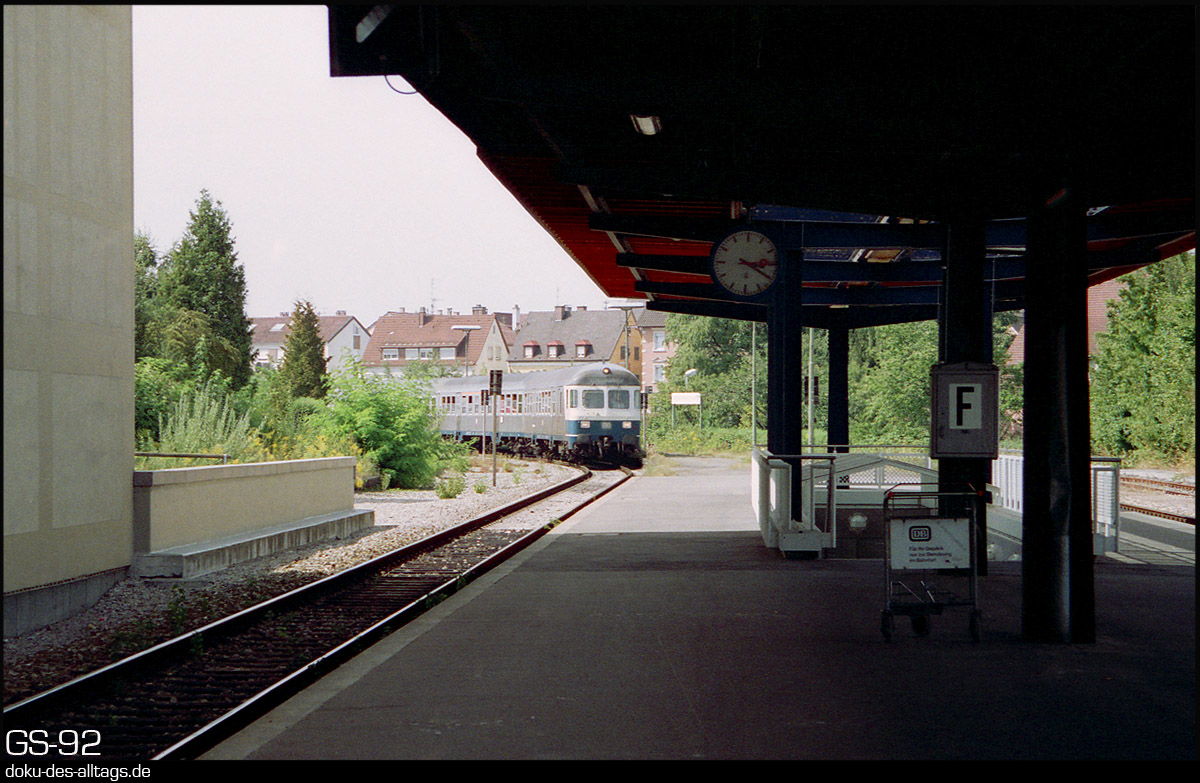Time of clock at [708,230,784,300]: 3:20
